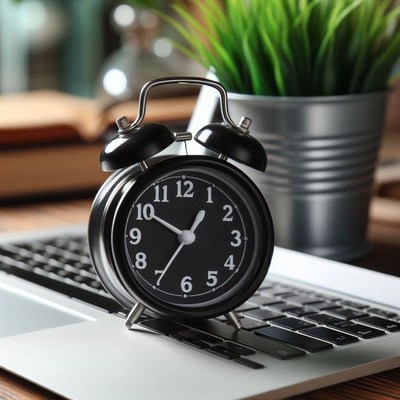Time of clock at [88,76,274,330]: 12:50
